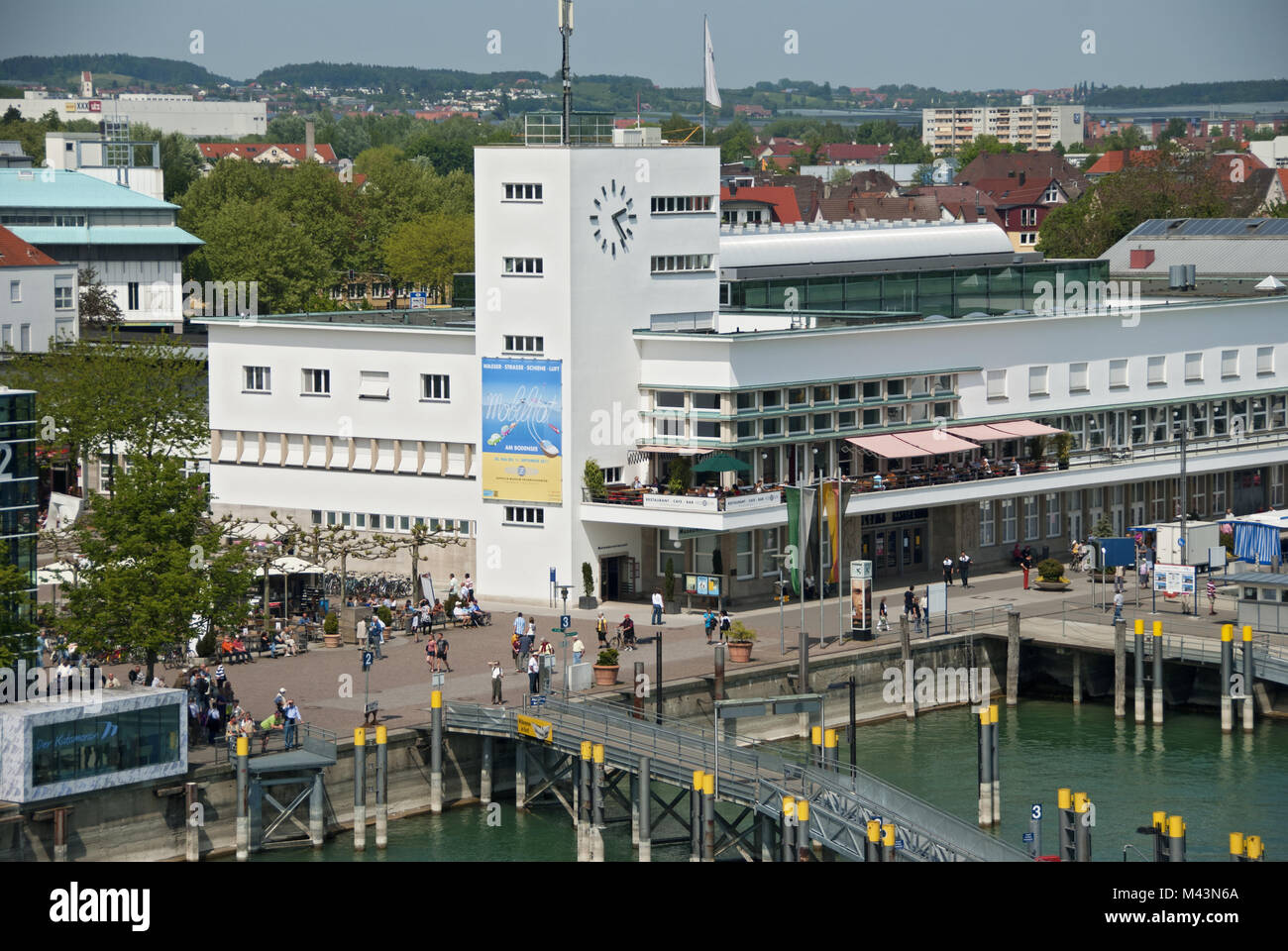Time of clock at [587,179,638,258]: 2:23
